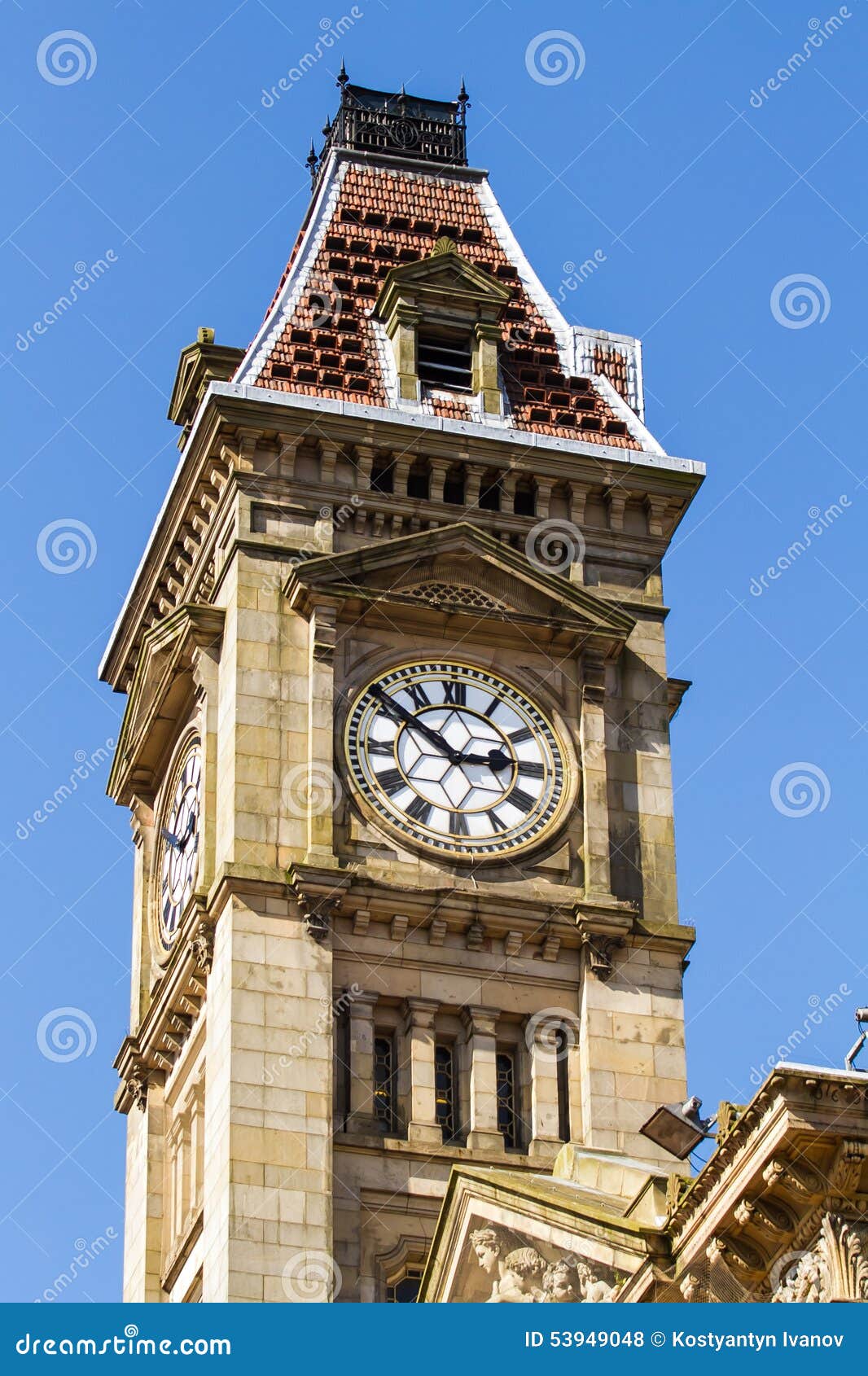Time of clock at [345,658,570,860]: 2:51
